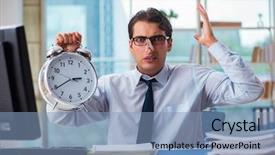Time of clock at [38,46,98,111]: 2:39
